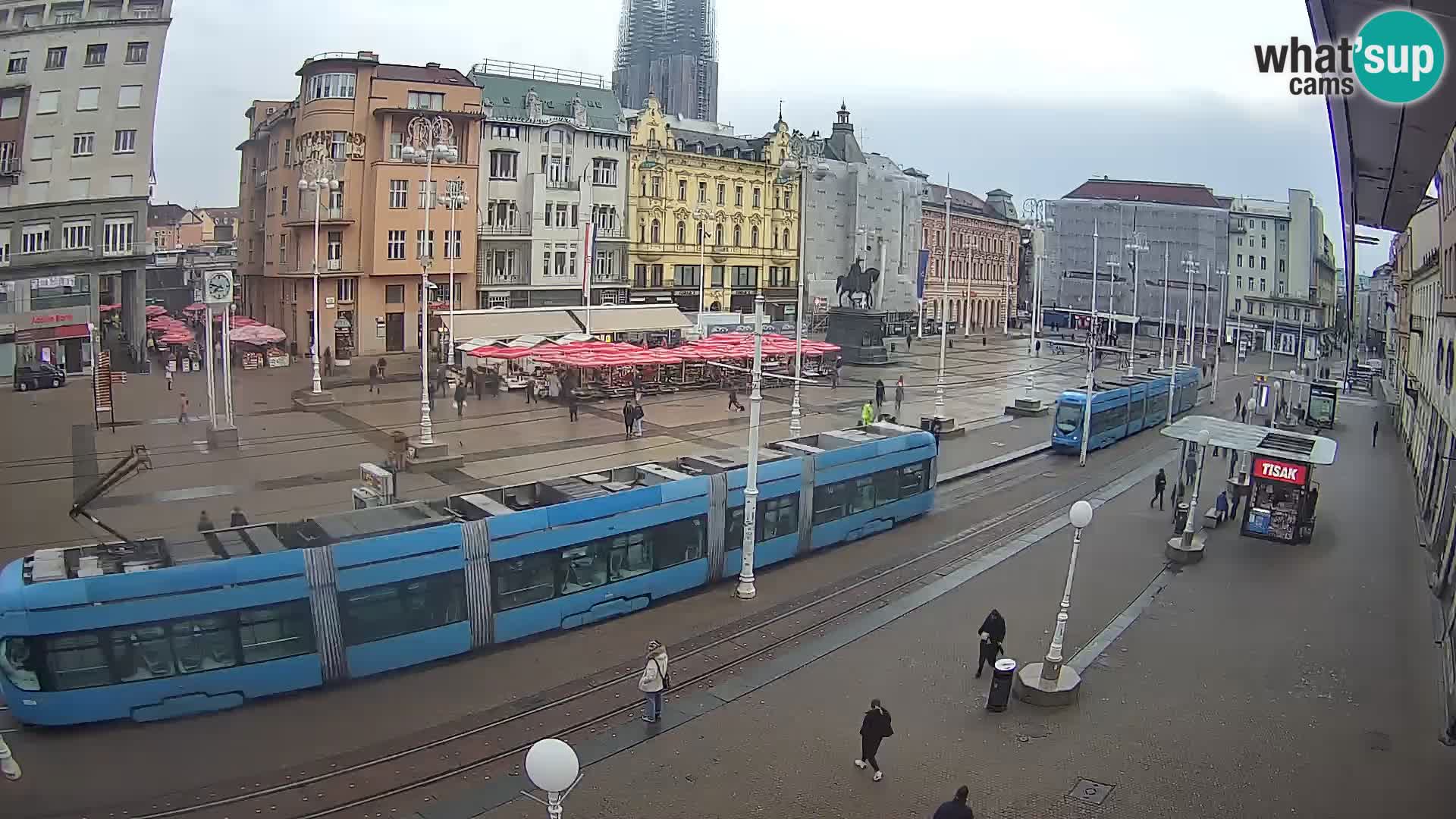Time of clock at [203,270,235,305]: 7:47
